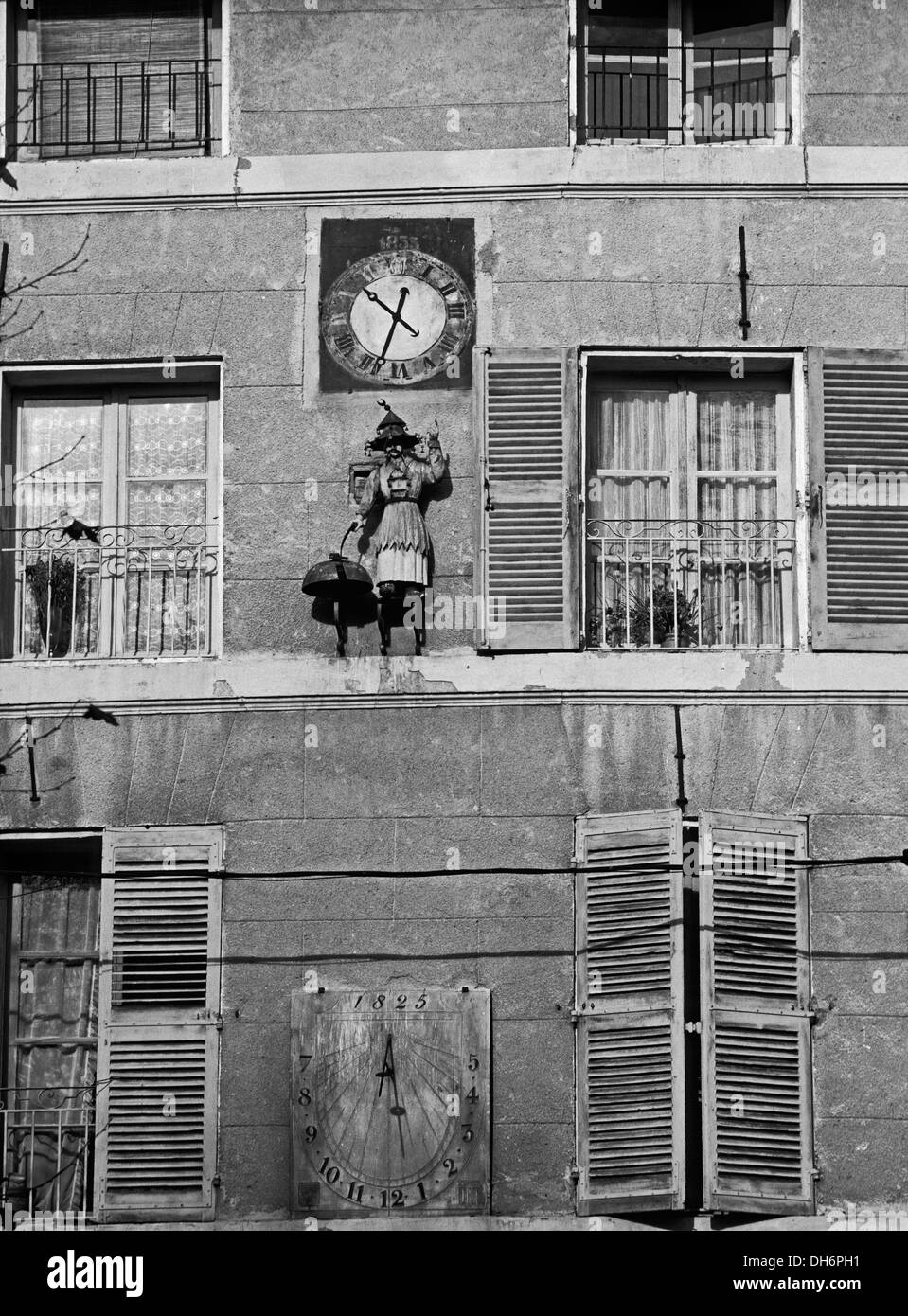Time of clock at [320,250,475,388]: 10:33
